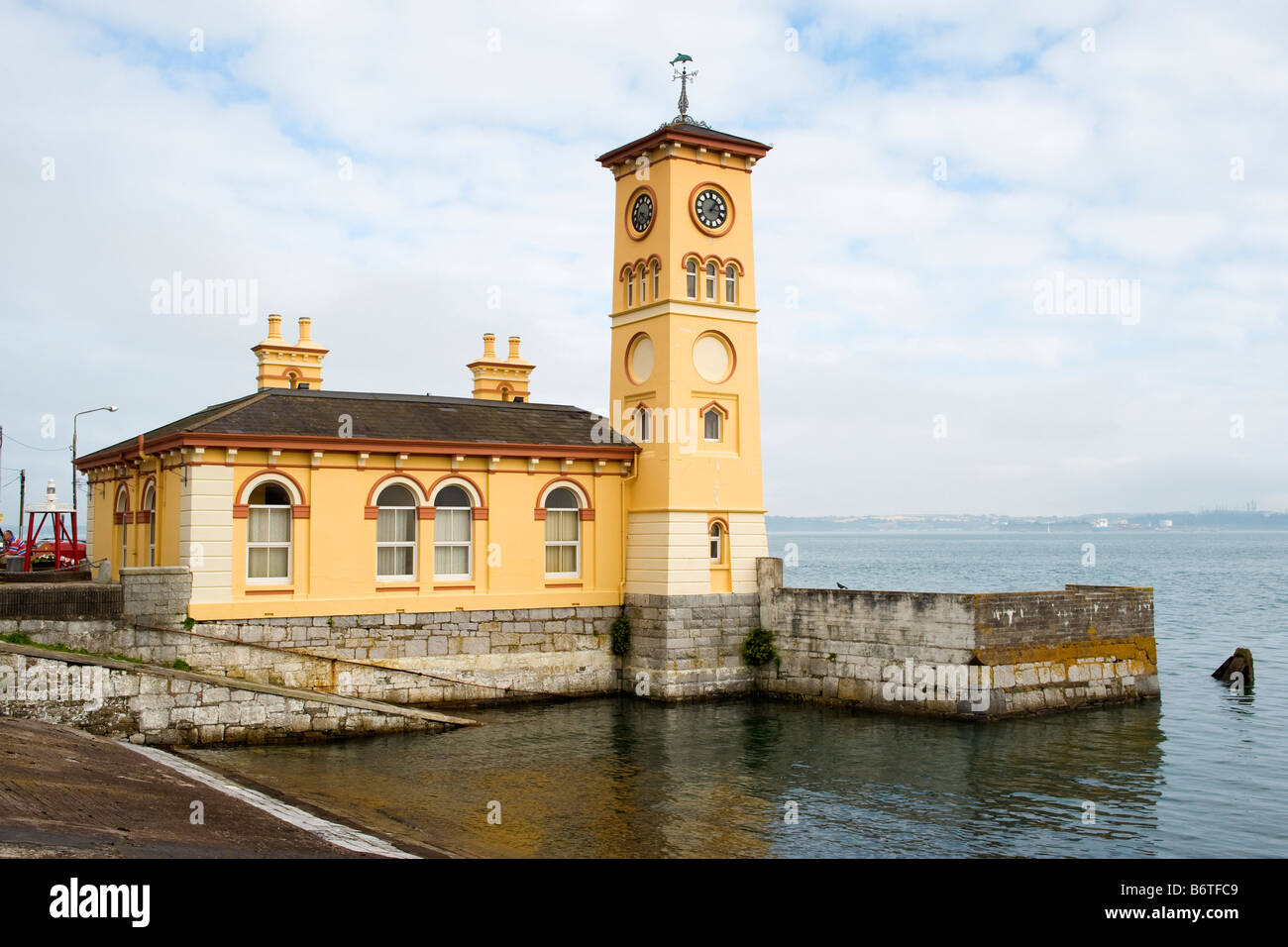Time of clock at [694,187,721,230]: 1:16
